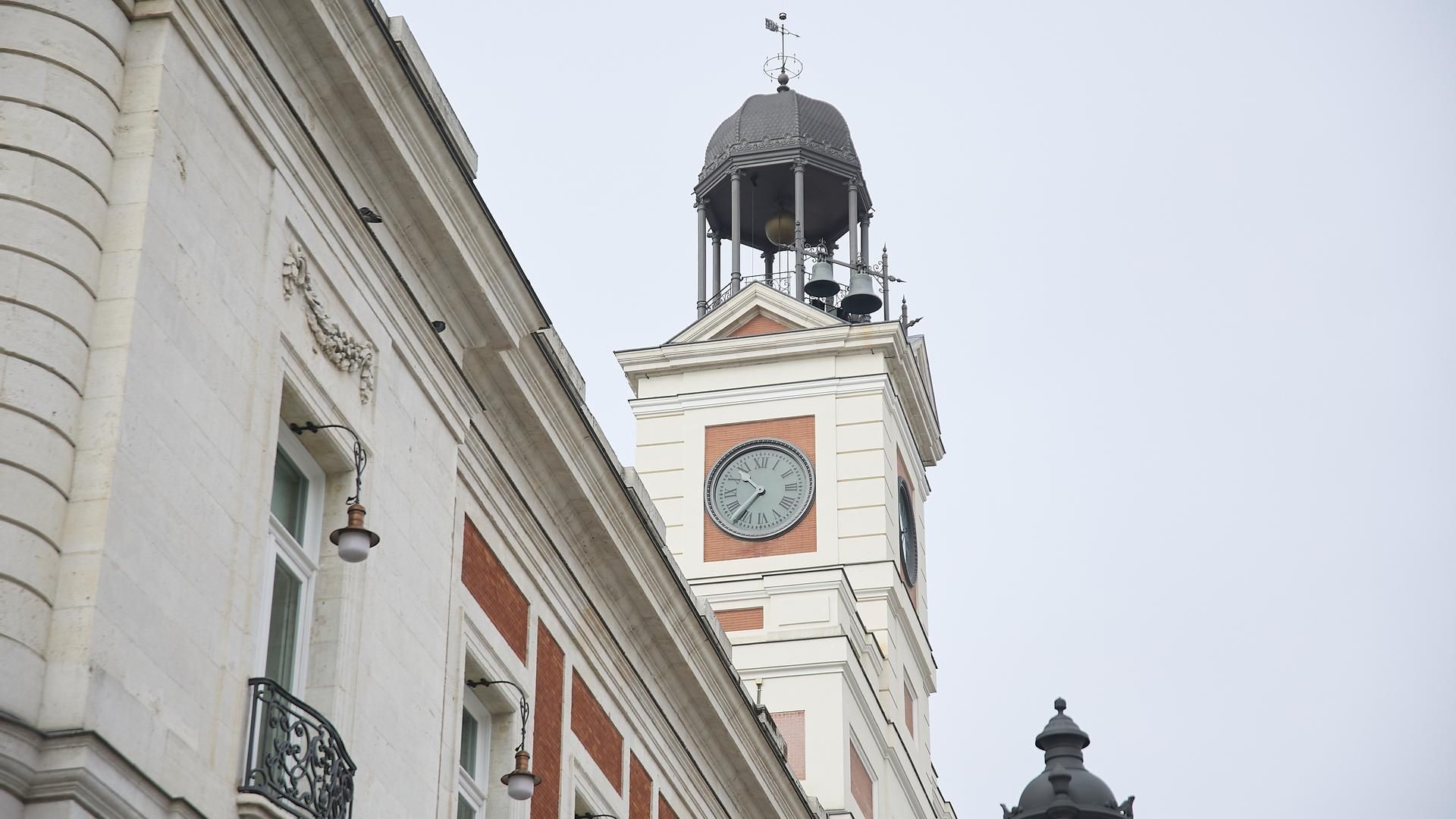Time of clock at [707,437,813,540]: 10:36
